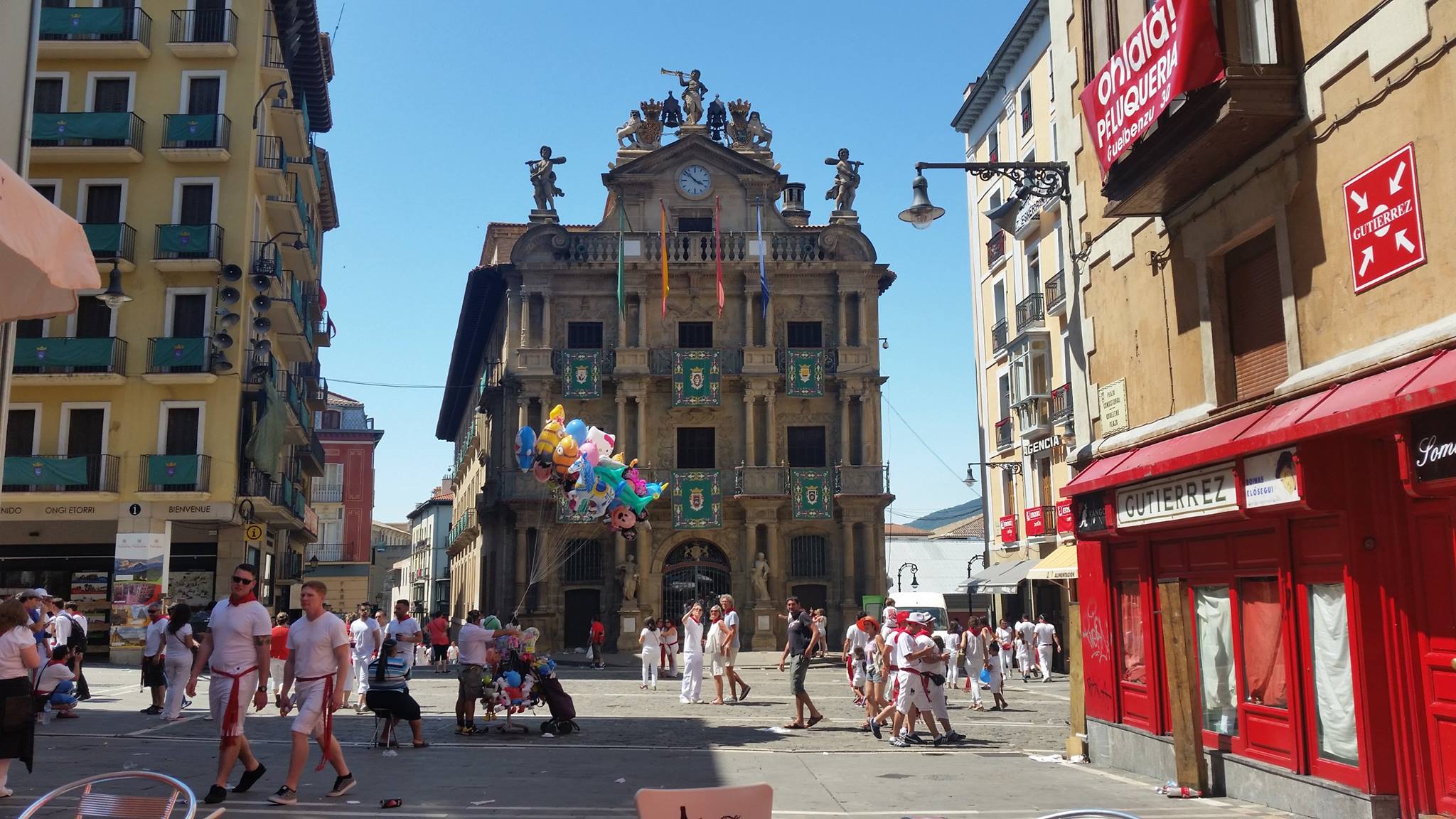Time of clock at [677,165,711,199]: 3:52
